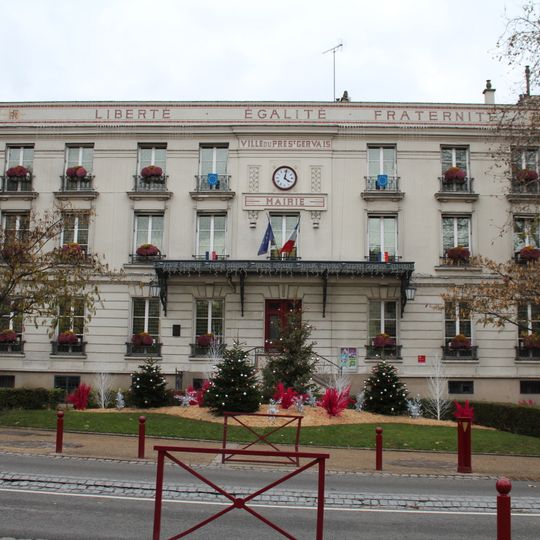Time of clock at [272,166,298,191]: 4:02
